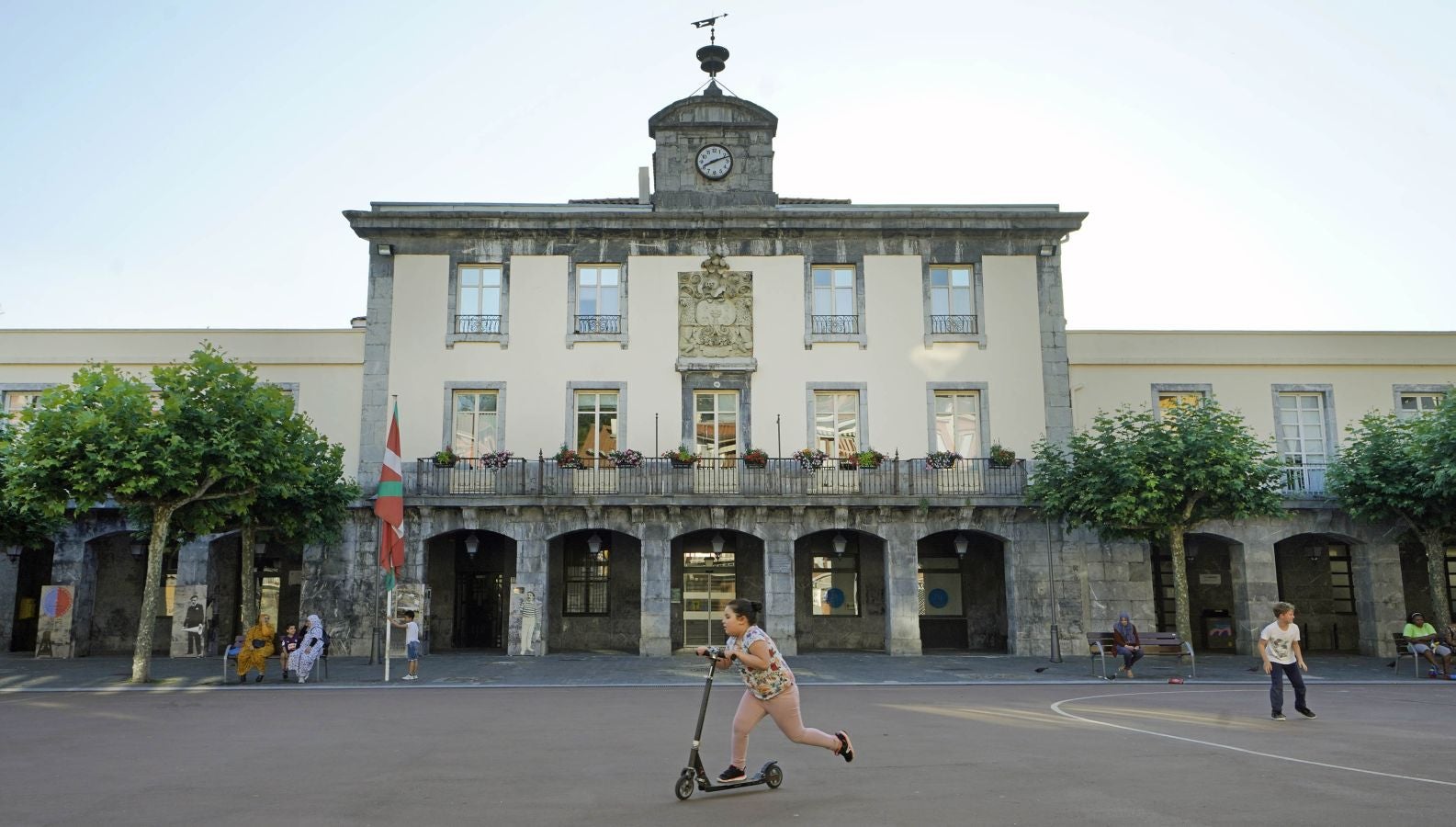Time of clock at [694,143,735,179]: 8:12
